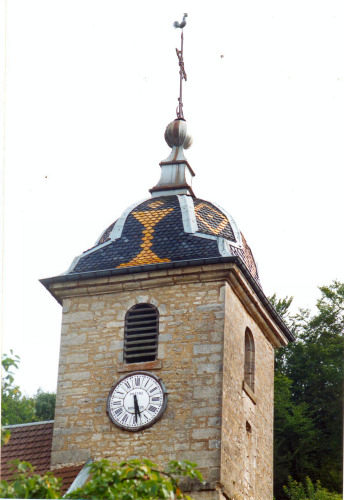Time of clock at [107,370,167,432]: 5:29
